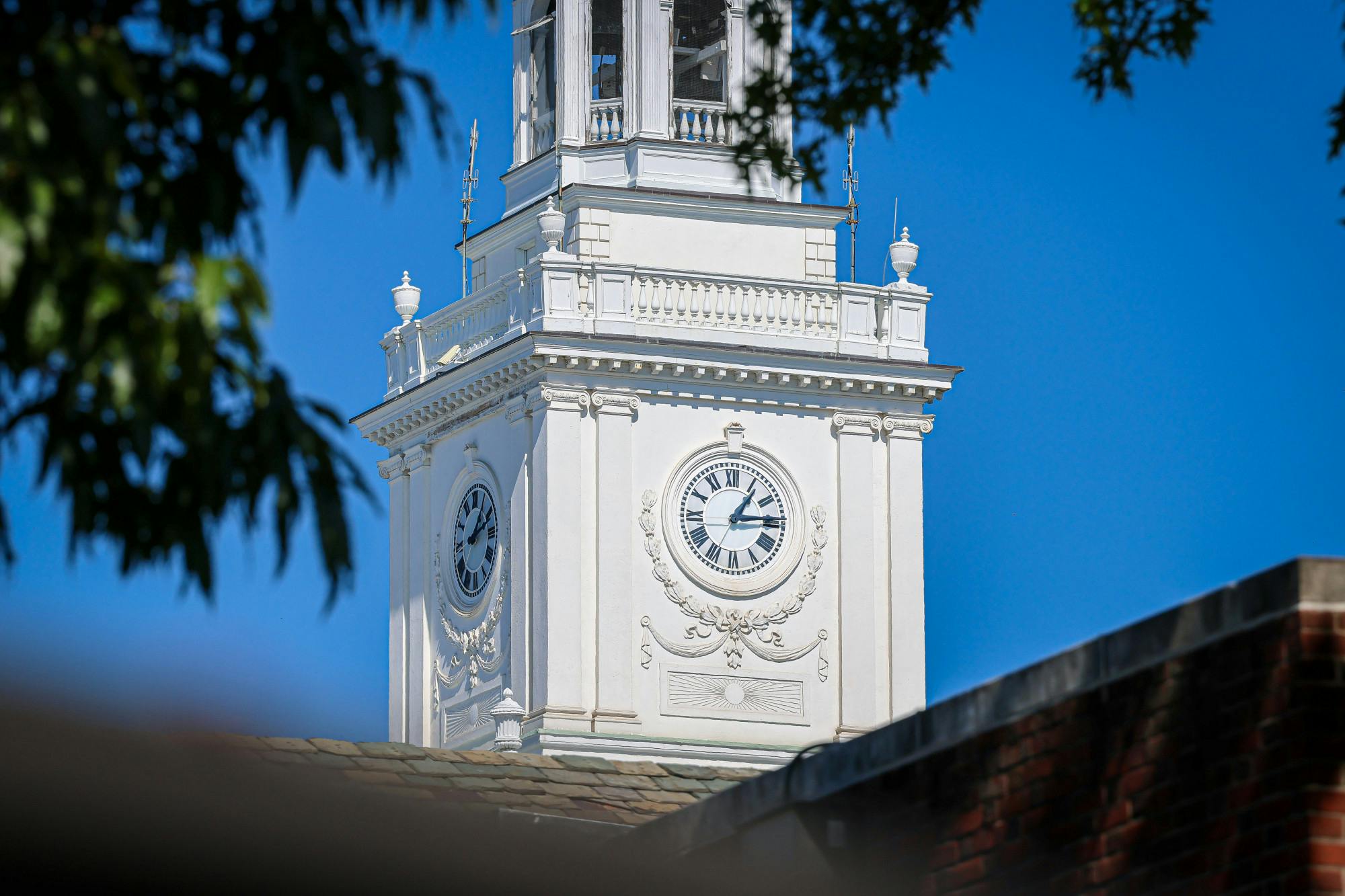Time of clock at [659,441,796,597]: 1:14
